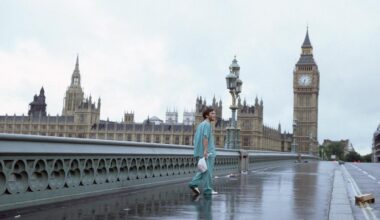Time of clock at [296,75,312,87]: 6:32
